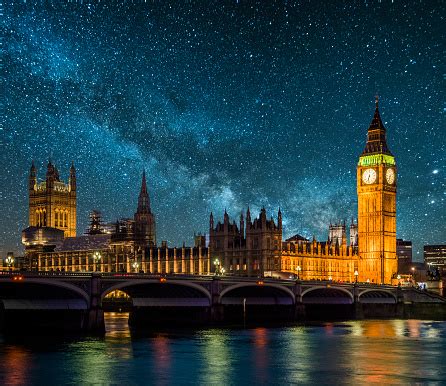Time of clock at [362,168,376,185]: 6:32
